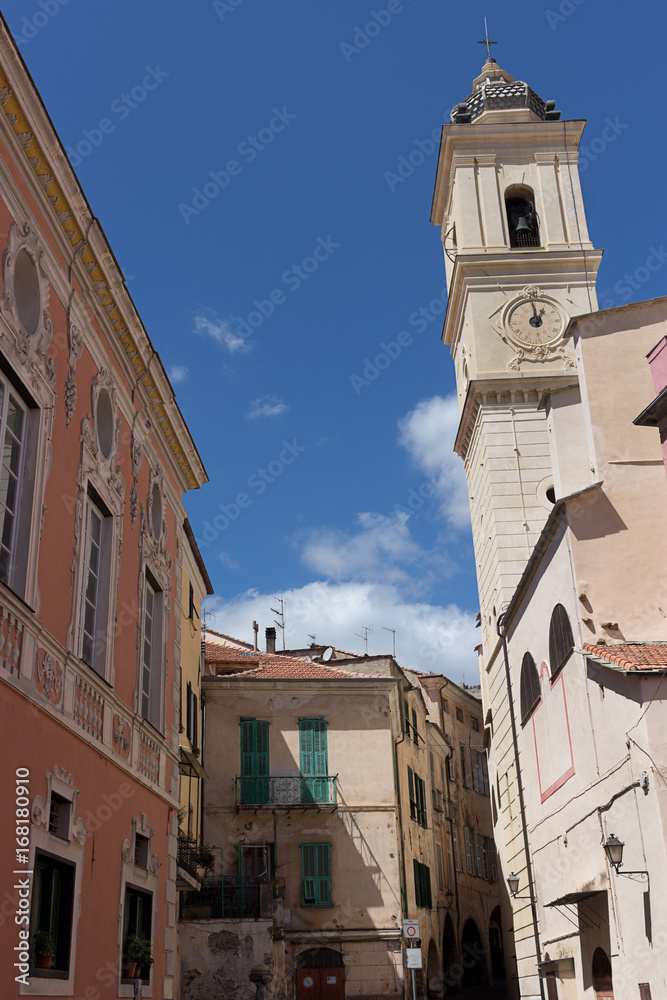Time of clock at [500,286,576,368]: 12:59
